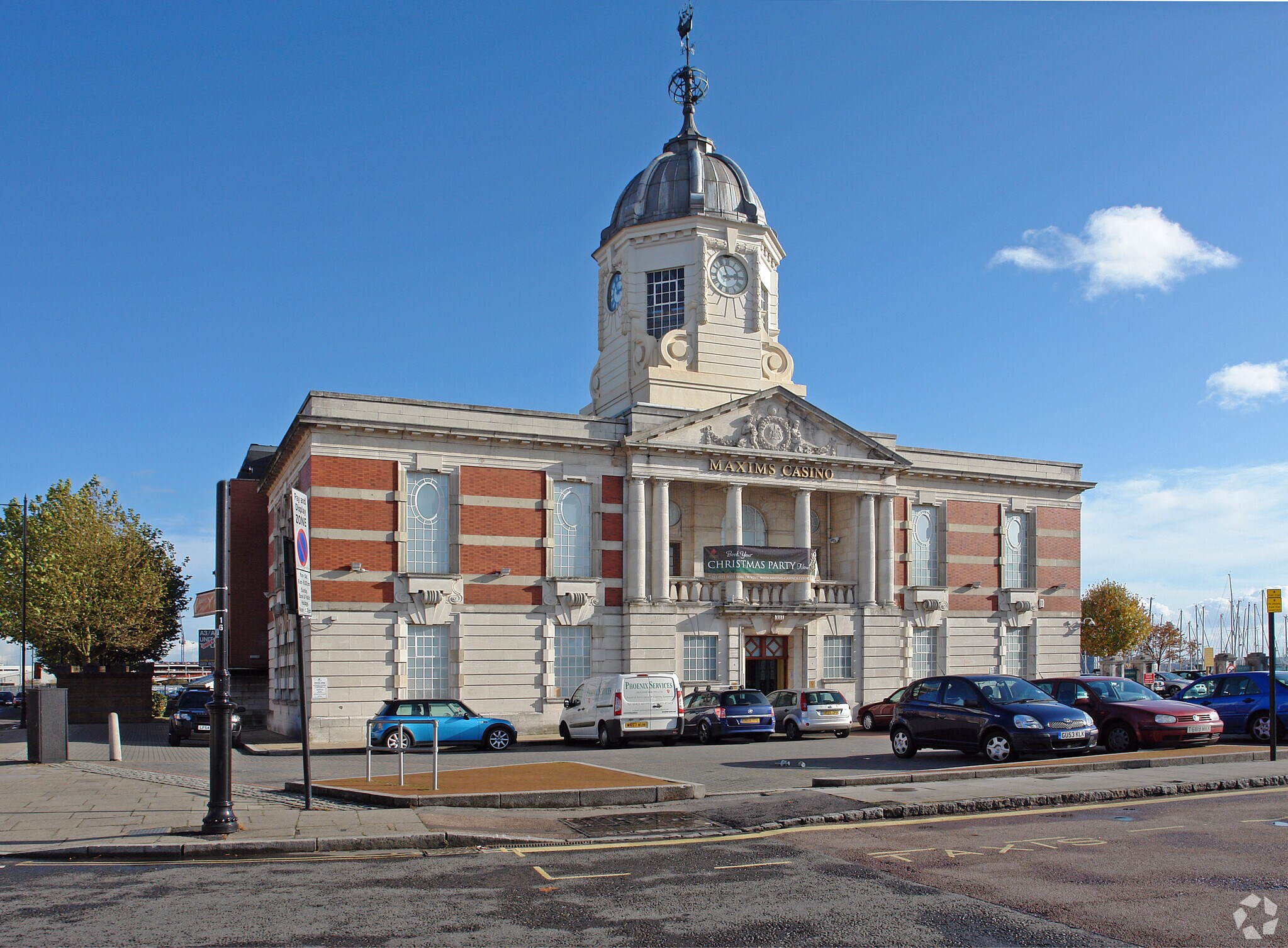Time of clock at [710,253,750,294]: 2:56
